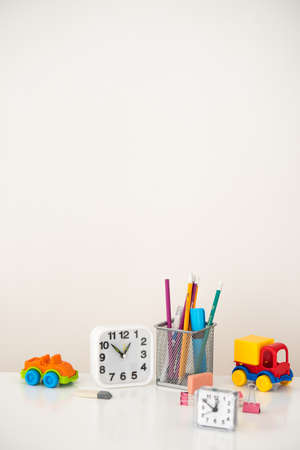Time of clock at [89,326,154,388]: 12:52
